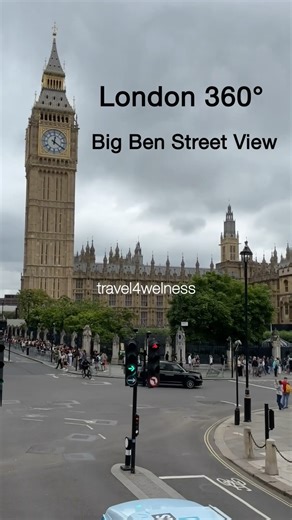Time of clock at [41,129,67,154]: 12:20
